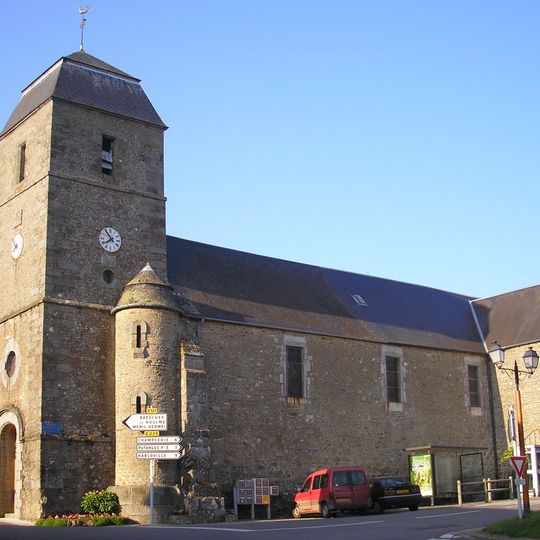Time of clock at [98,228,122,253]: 7:53
